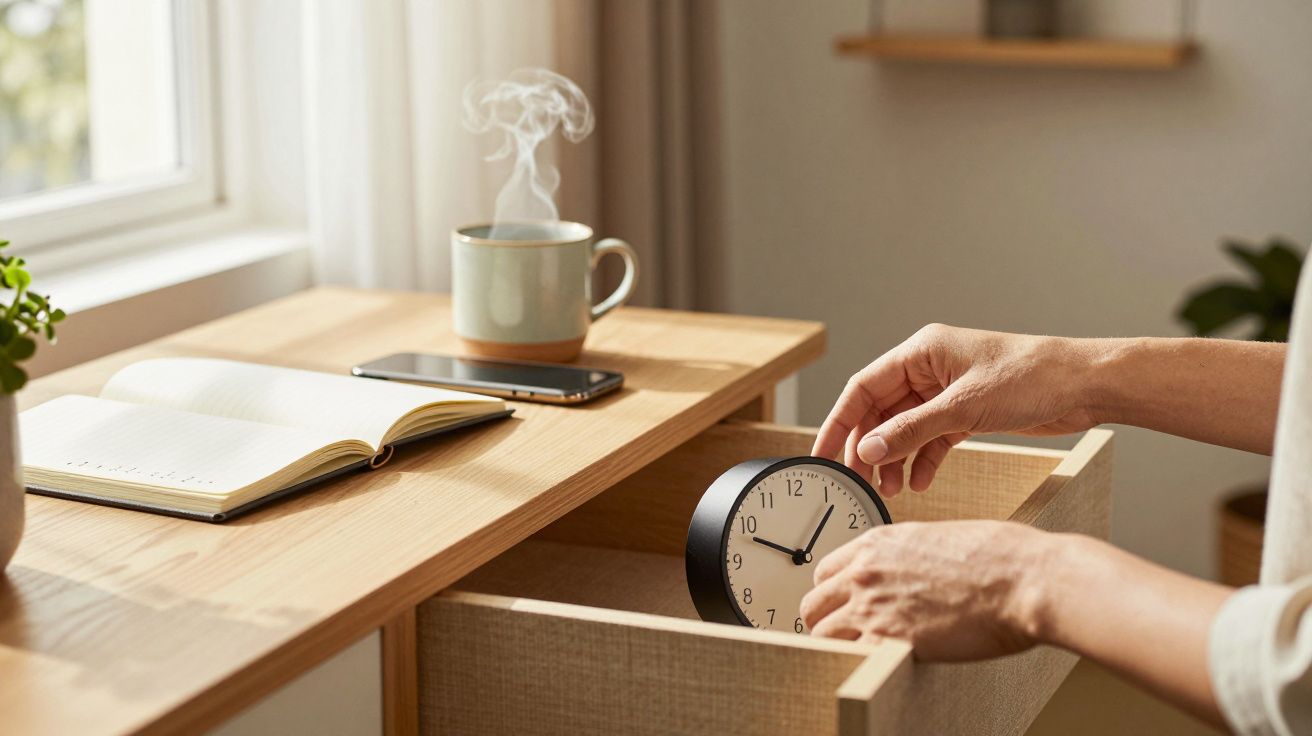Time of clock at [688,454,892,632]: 12:48
